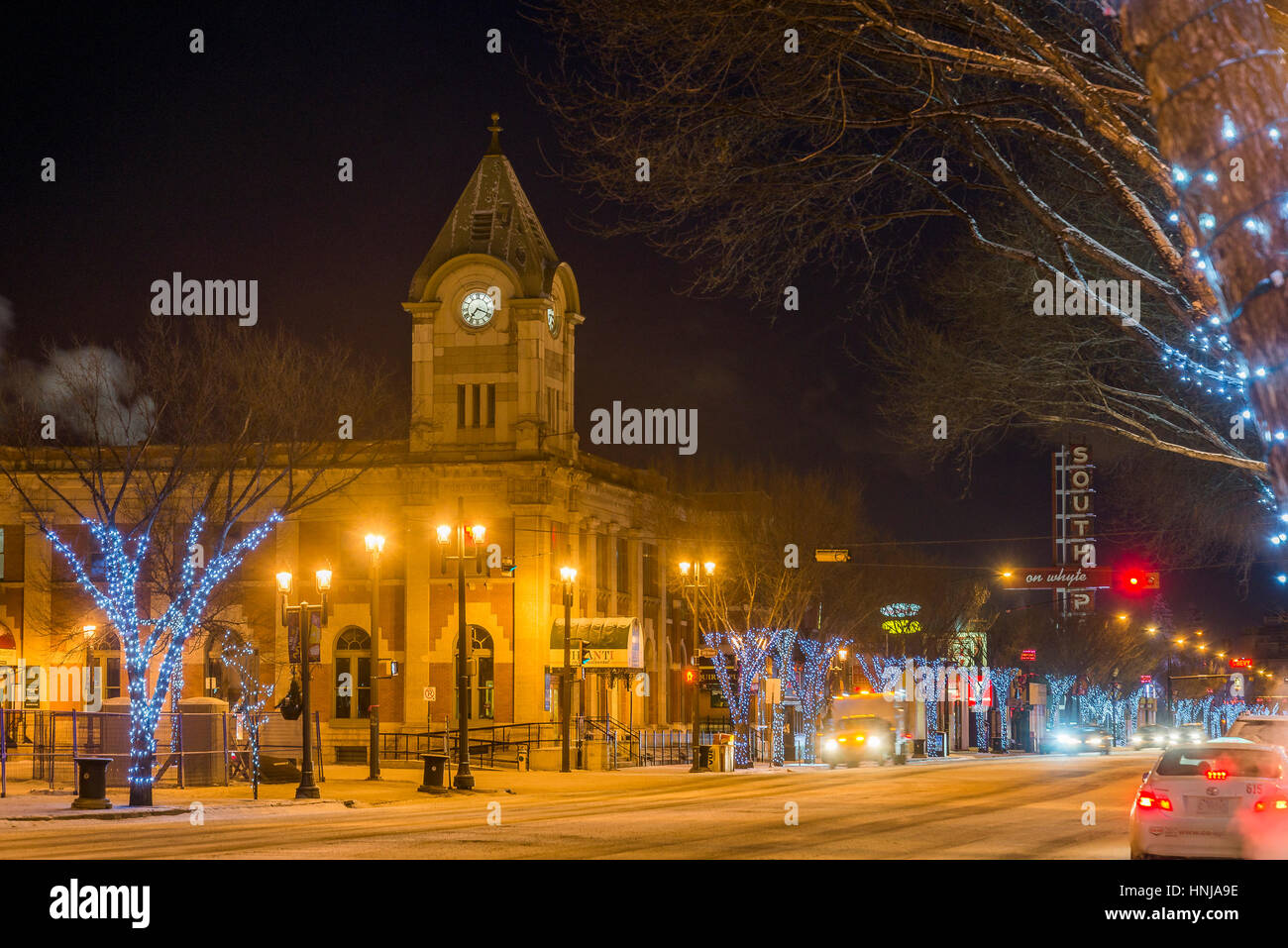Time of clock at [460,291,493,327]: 7:18
